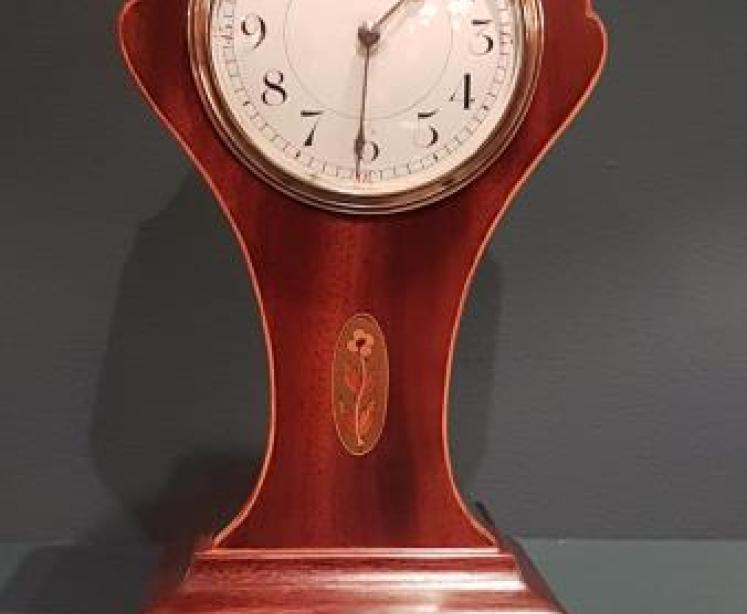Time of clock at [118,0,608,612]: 1:30
